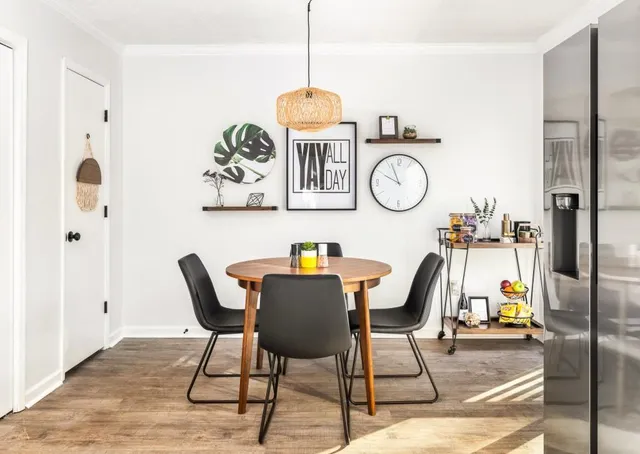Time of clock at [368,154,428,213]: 9:56
